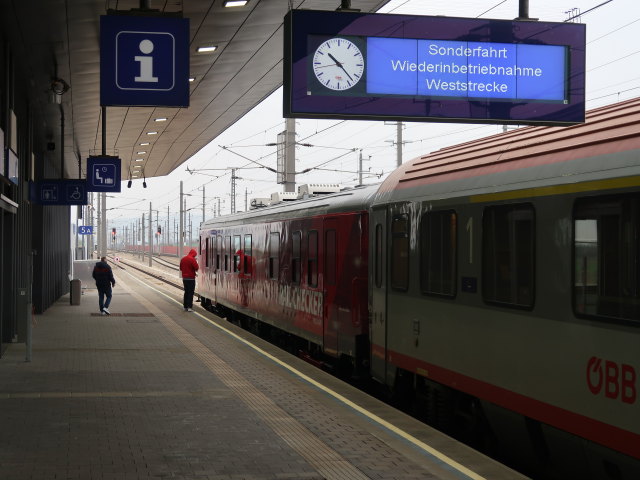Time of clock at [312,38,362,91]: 10:22
